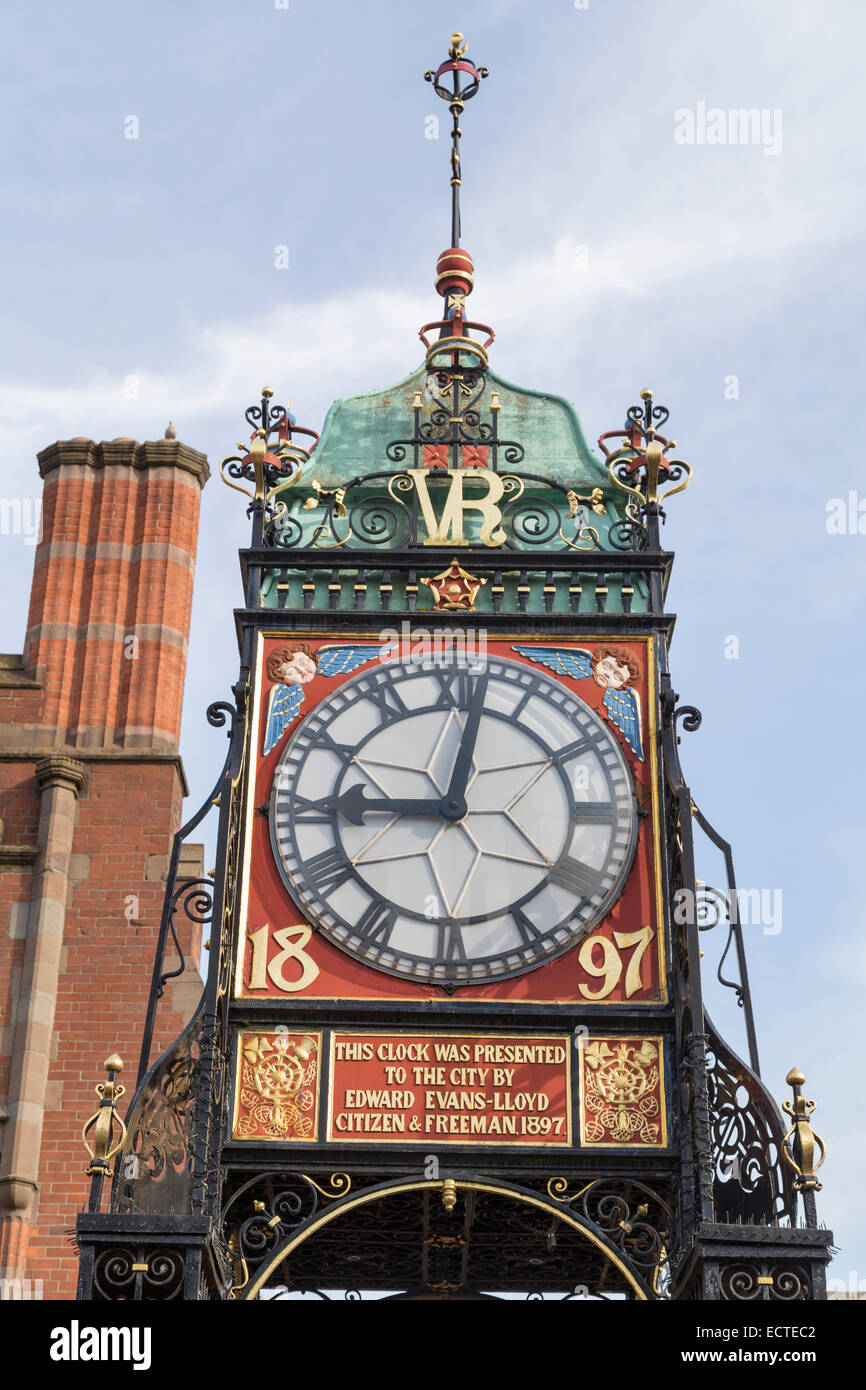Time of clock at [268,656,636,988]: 9:01
